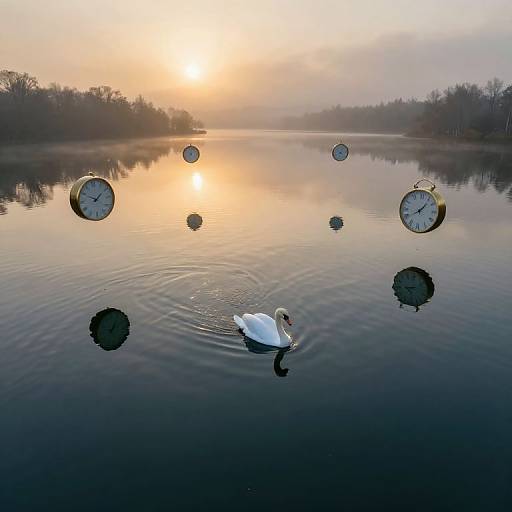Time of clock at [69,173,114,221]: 1:49
